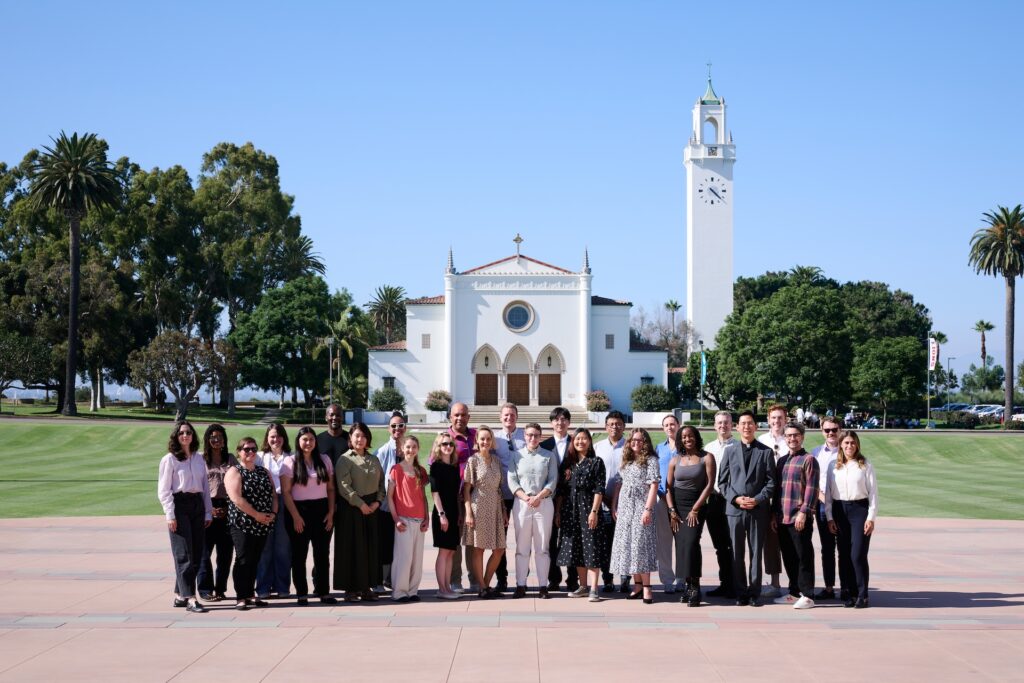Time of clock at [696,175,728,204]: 4:22
